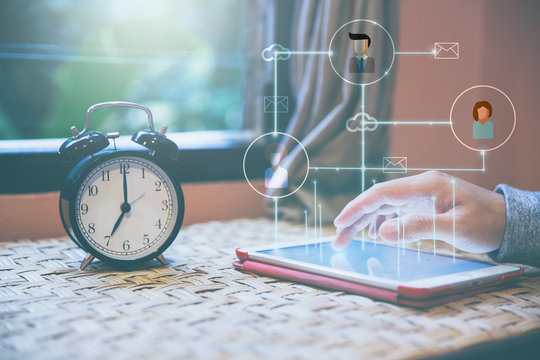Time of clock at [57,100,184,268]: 7:00
